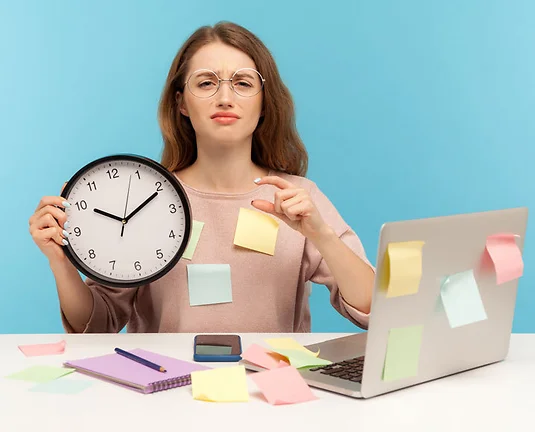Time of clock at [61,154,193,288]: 10:10
